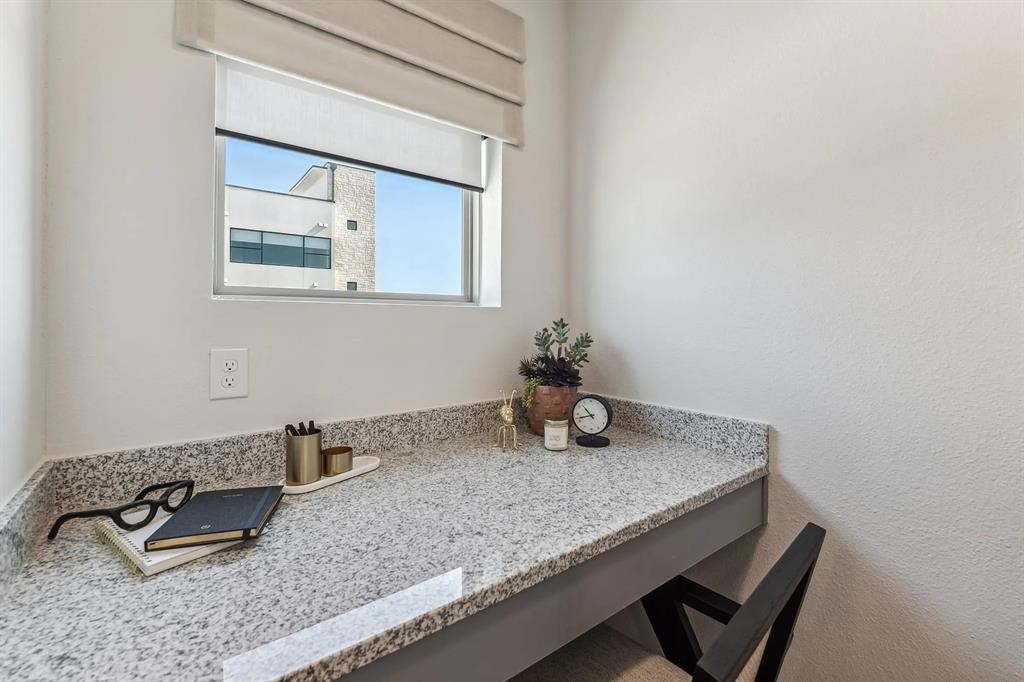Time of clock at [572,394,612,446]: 10:42
